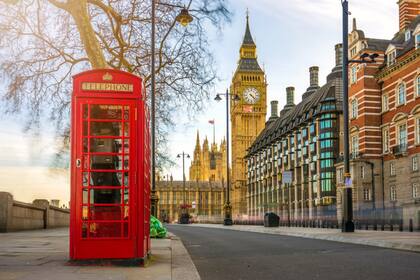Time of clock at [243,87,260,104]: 4:22
